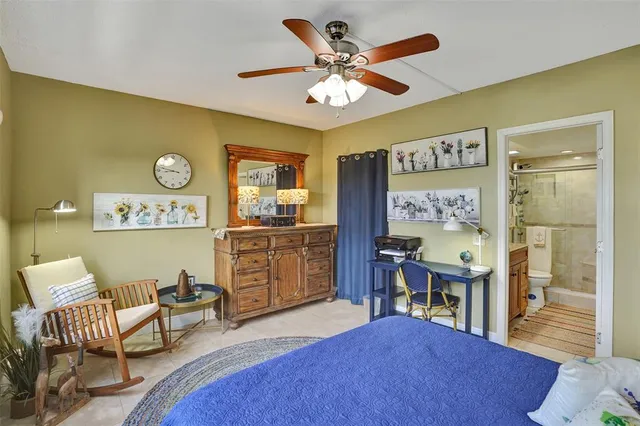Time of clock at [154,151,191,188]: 8:47
